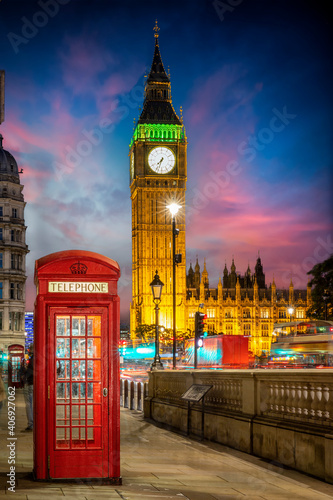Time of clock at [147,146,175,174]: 7:33
